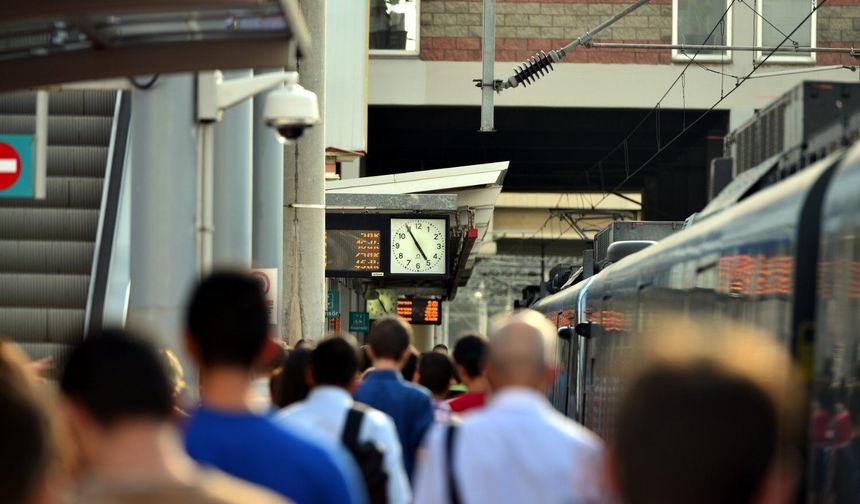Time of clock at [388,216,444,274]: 4:54
